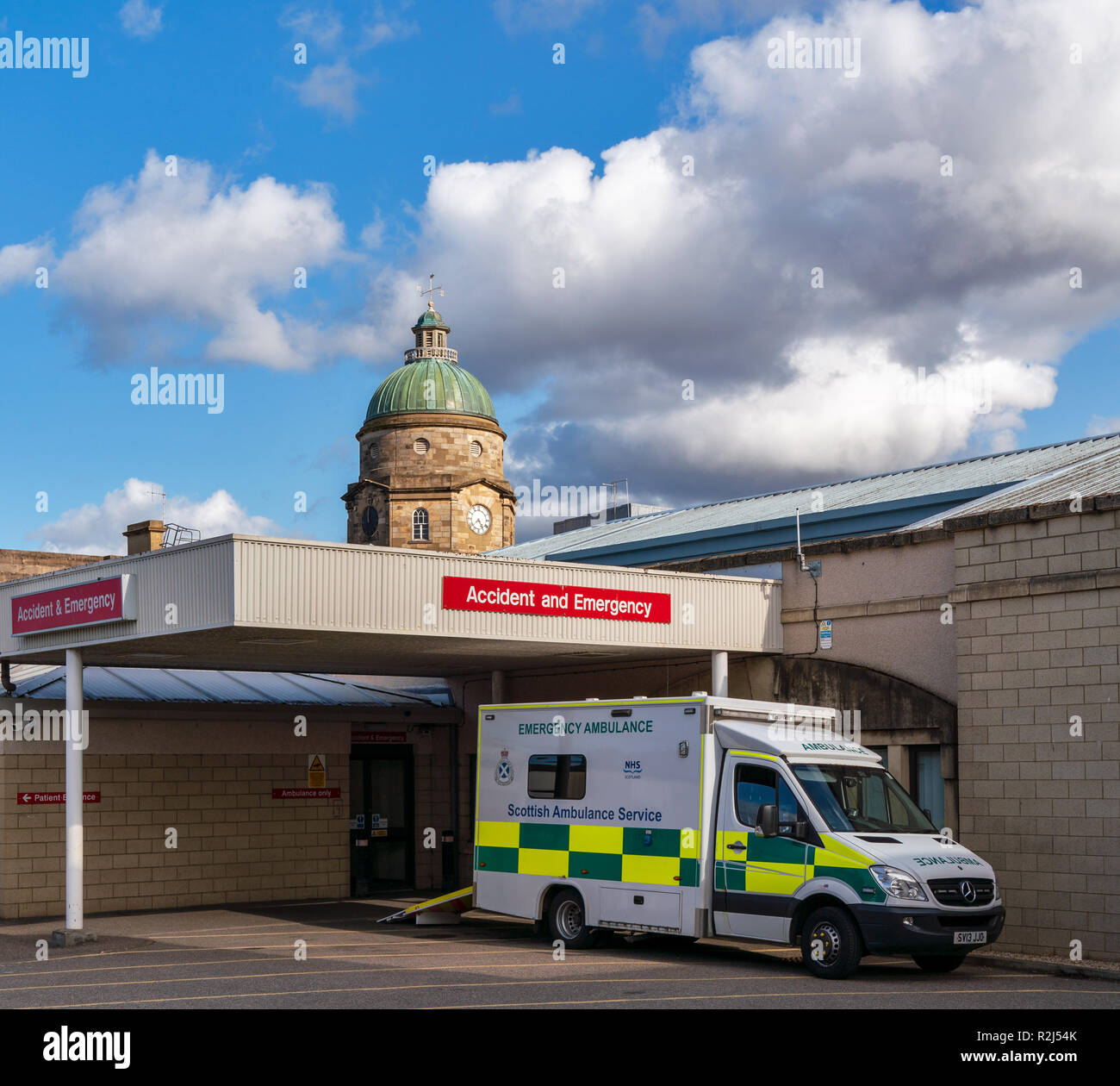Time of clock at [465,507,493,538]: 7:24
